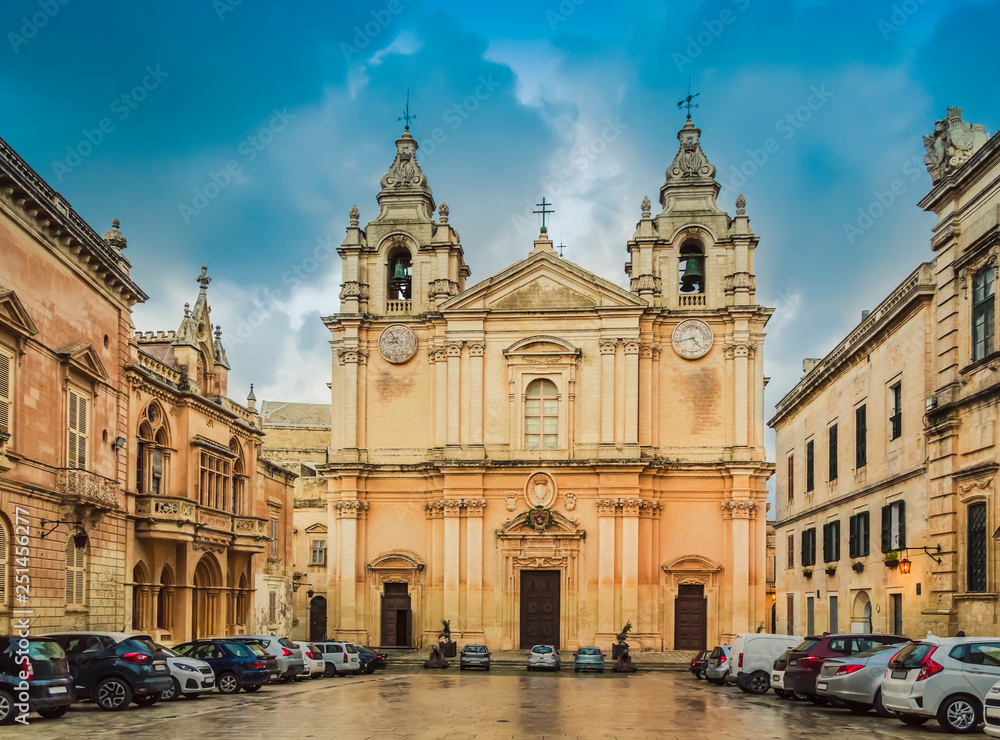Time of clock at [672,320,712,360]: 4:42
